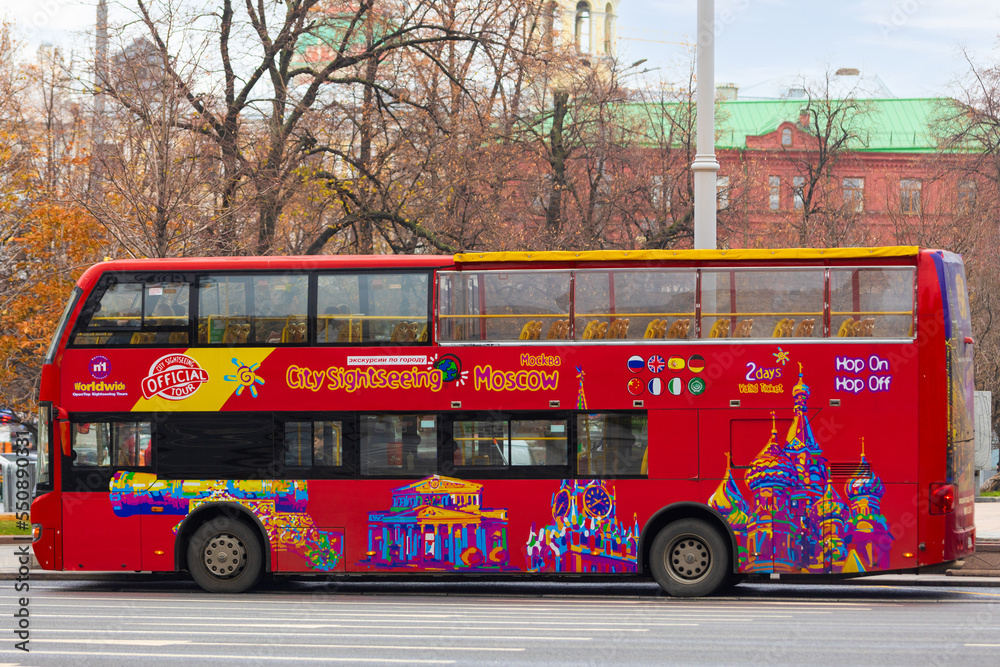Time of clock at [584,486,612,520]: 3:39
